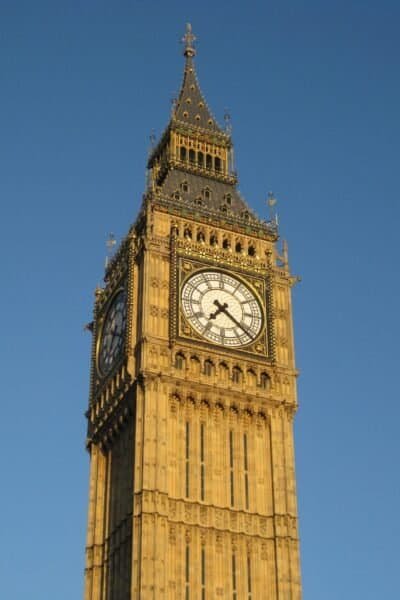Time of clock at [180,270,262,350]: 7:21
